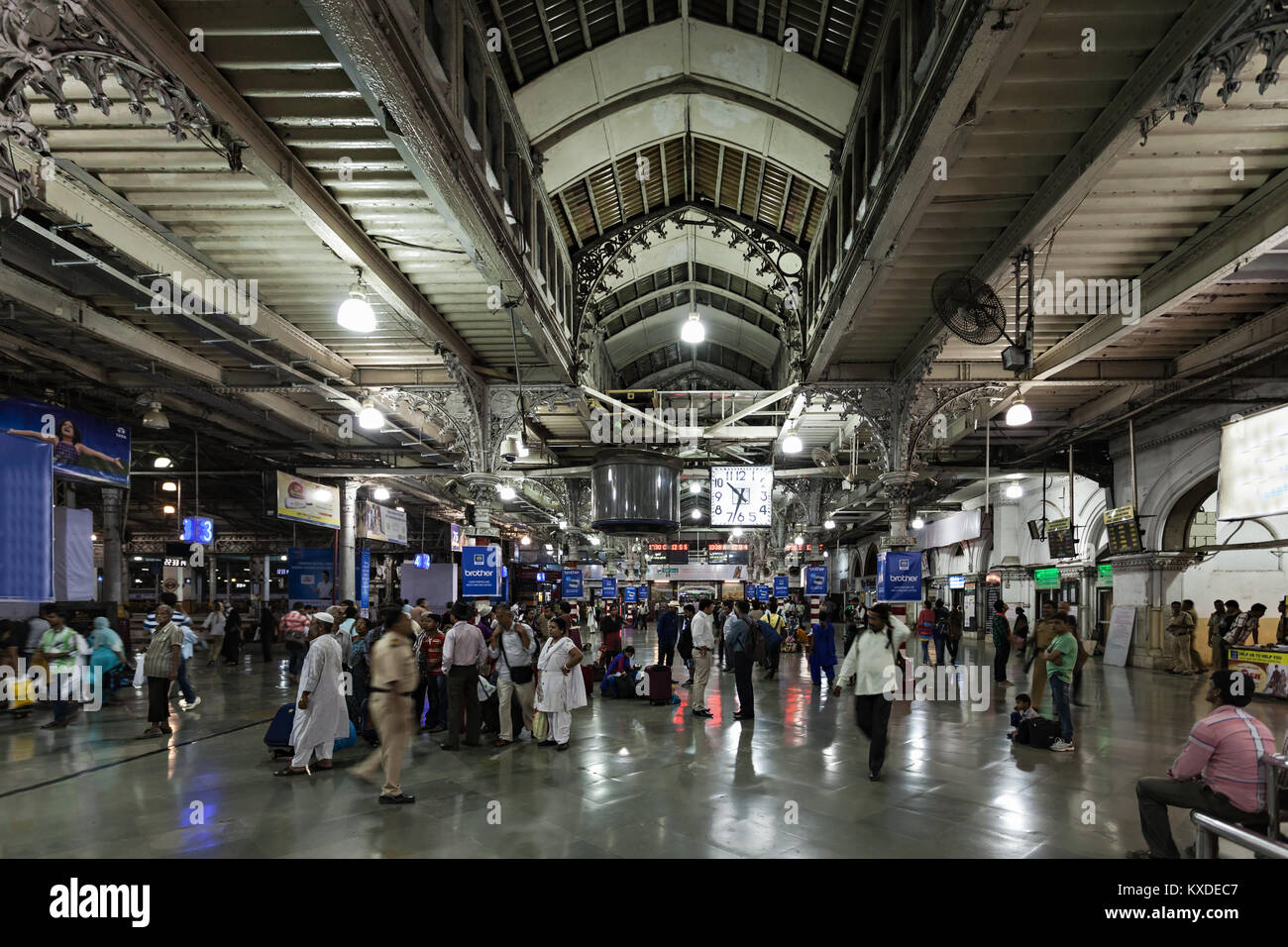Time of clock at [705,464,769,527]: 10:33
